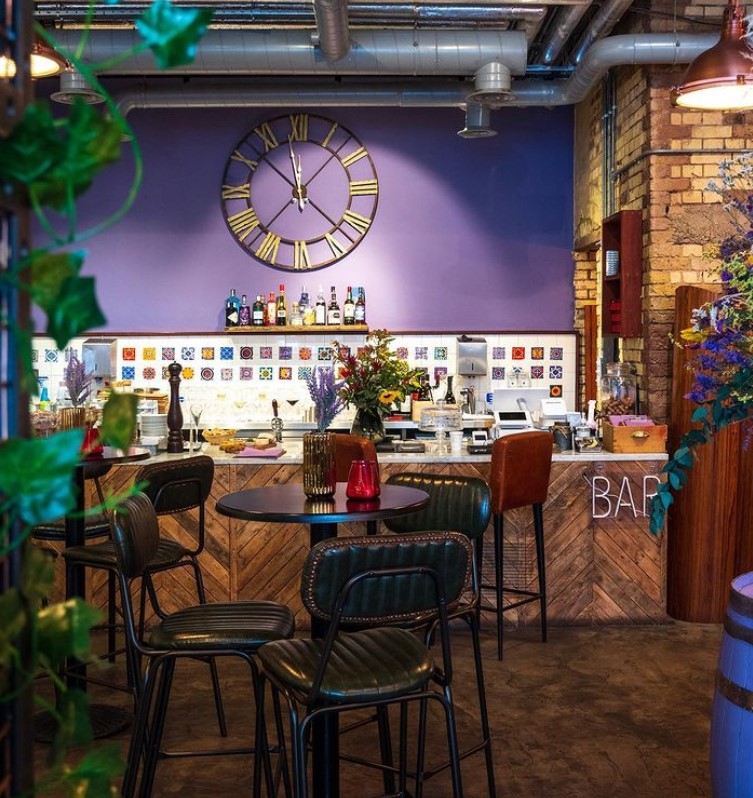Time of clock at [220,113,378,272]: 11:52
